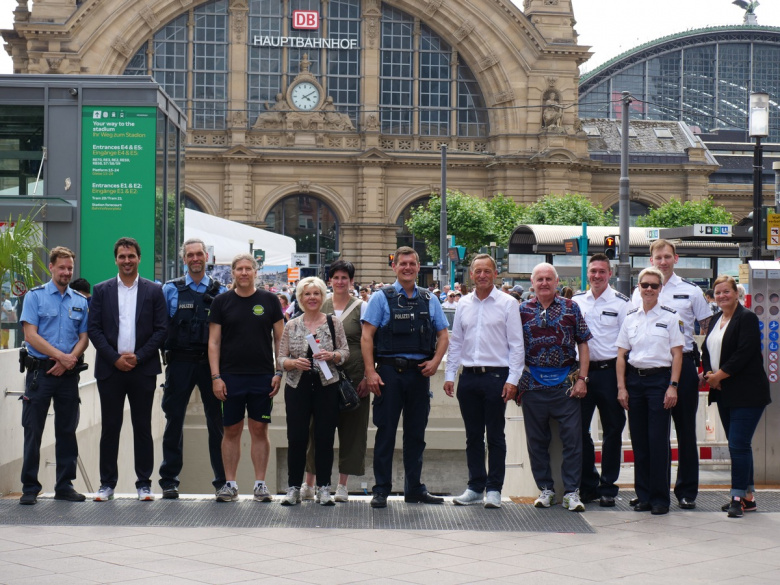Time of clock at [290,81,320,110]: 4:10
